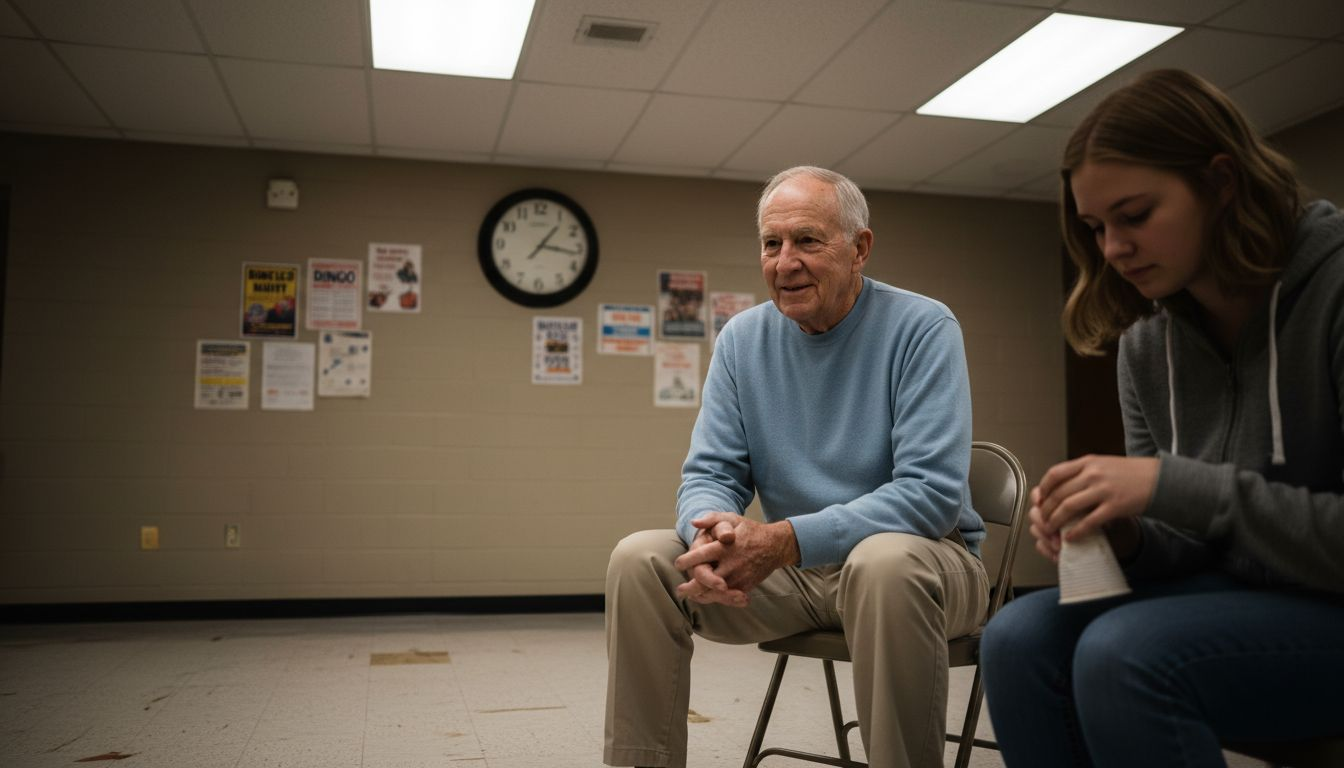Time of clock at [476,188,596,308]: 1:16
